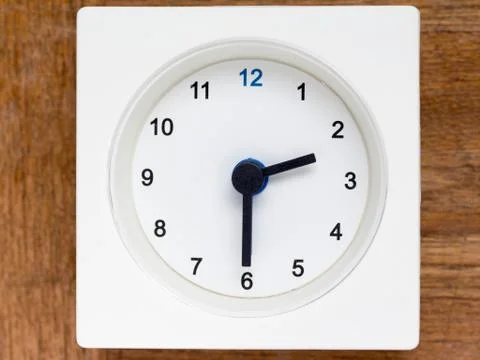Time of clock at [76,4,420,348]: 2:29
